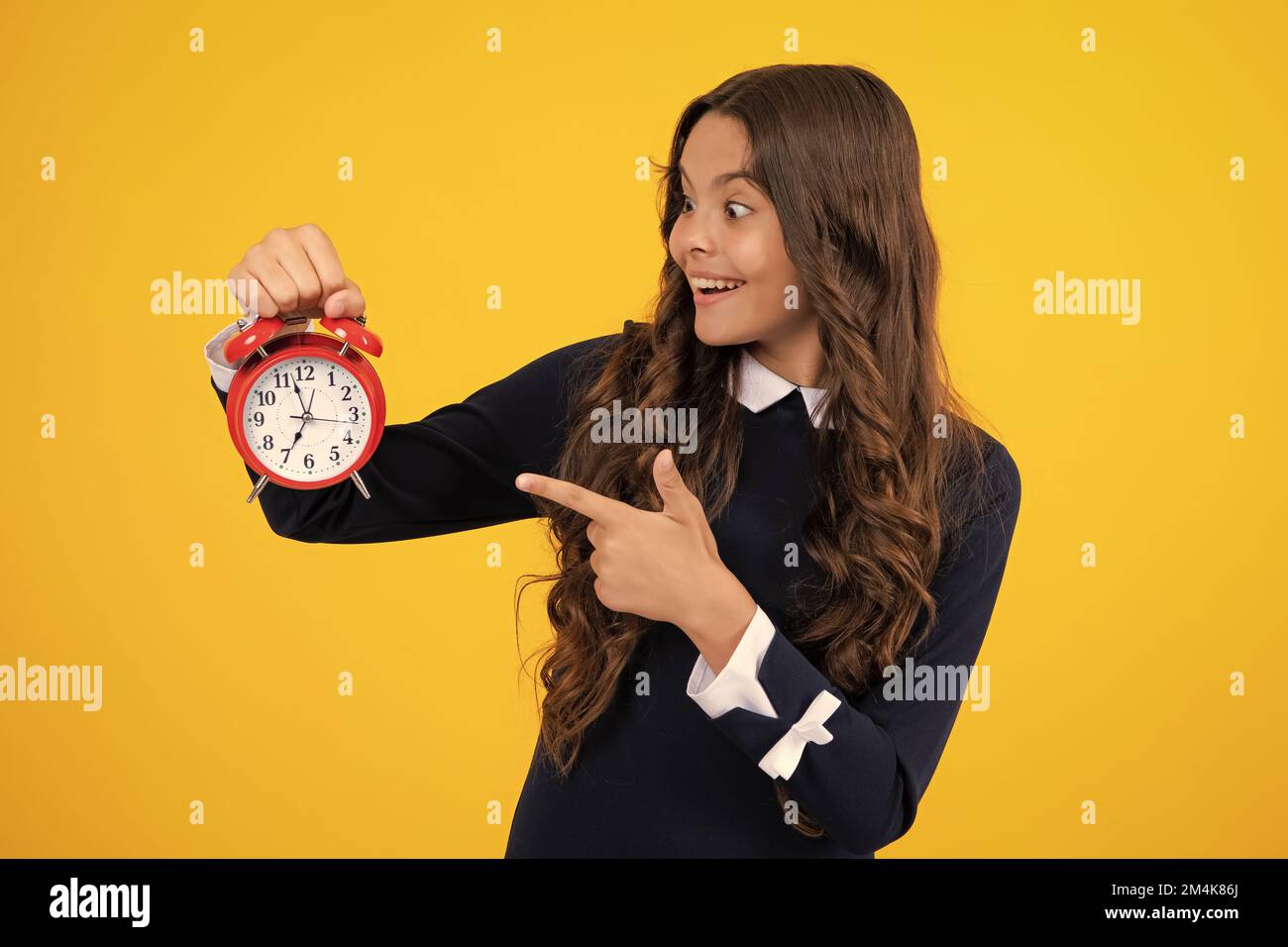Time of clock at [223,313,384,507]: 6:57
